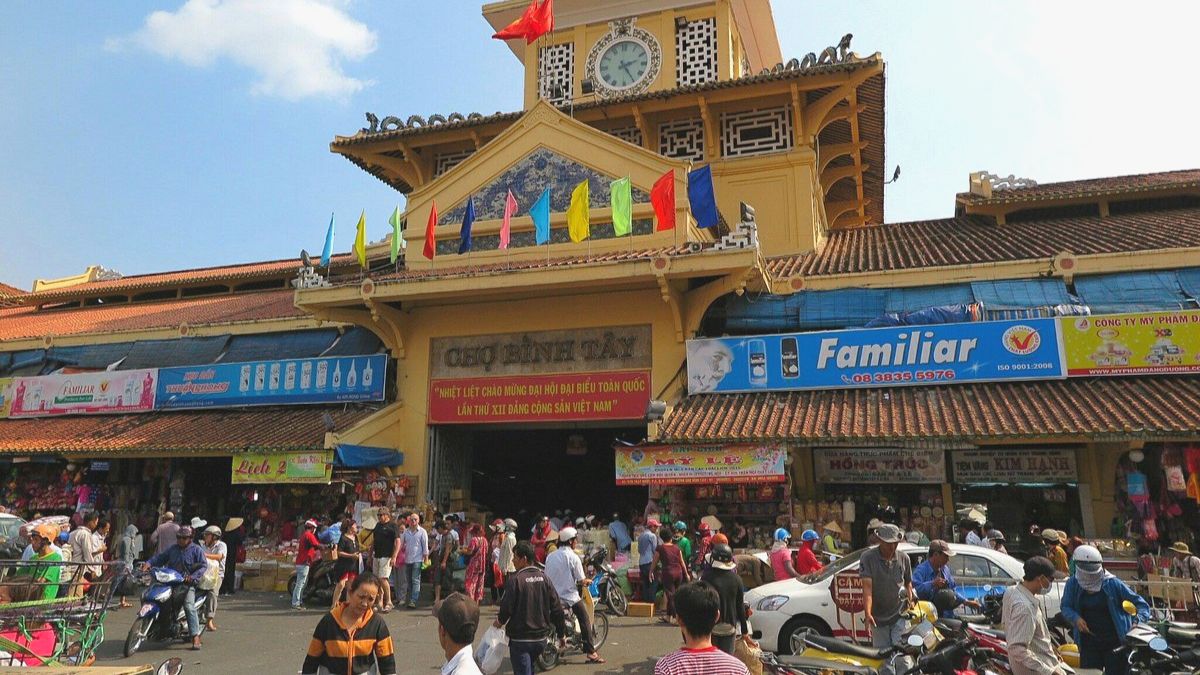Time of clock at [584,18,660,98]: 2:24
